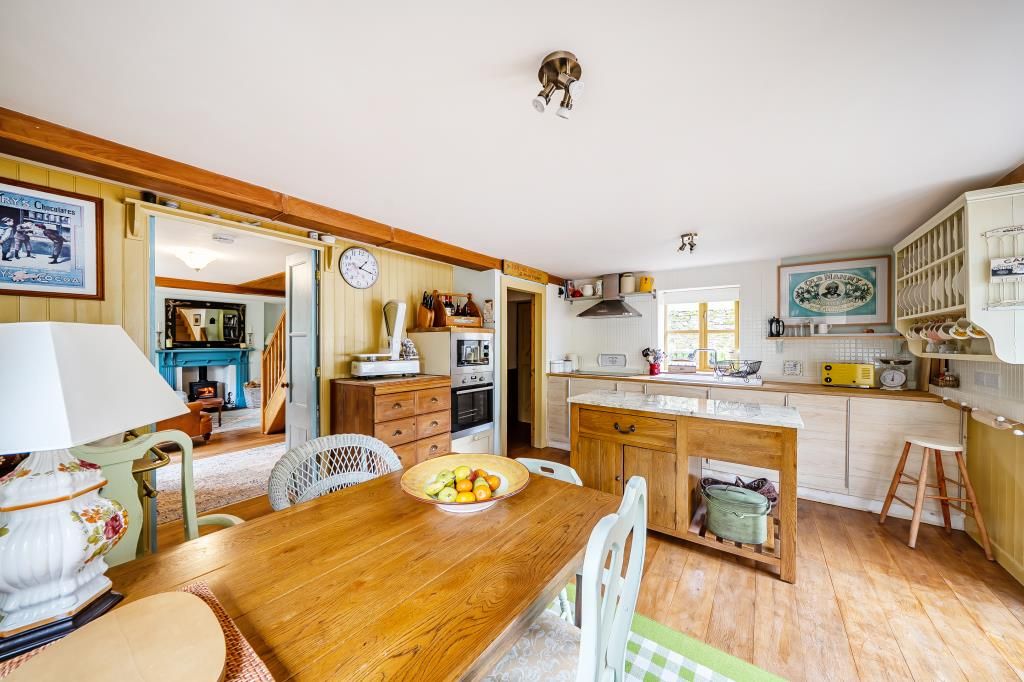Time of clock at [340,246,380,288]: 1:17
